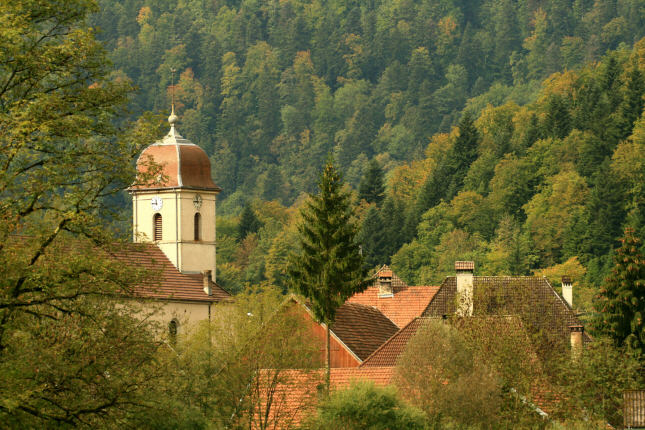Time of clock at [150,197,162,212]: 11:46
